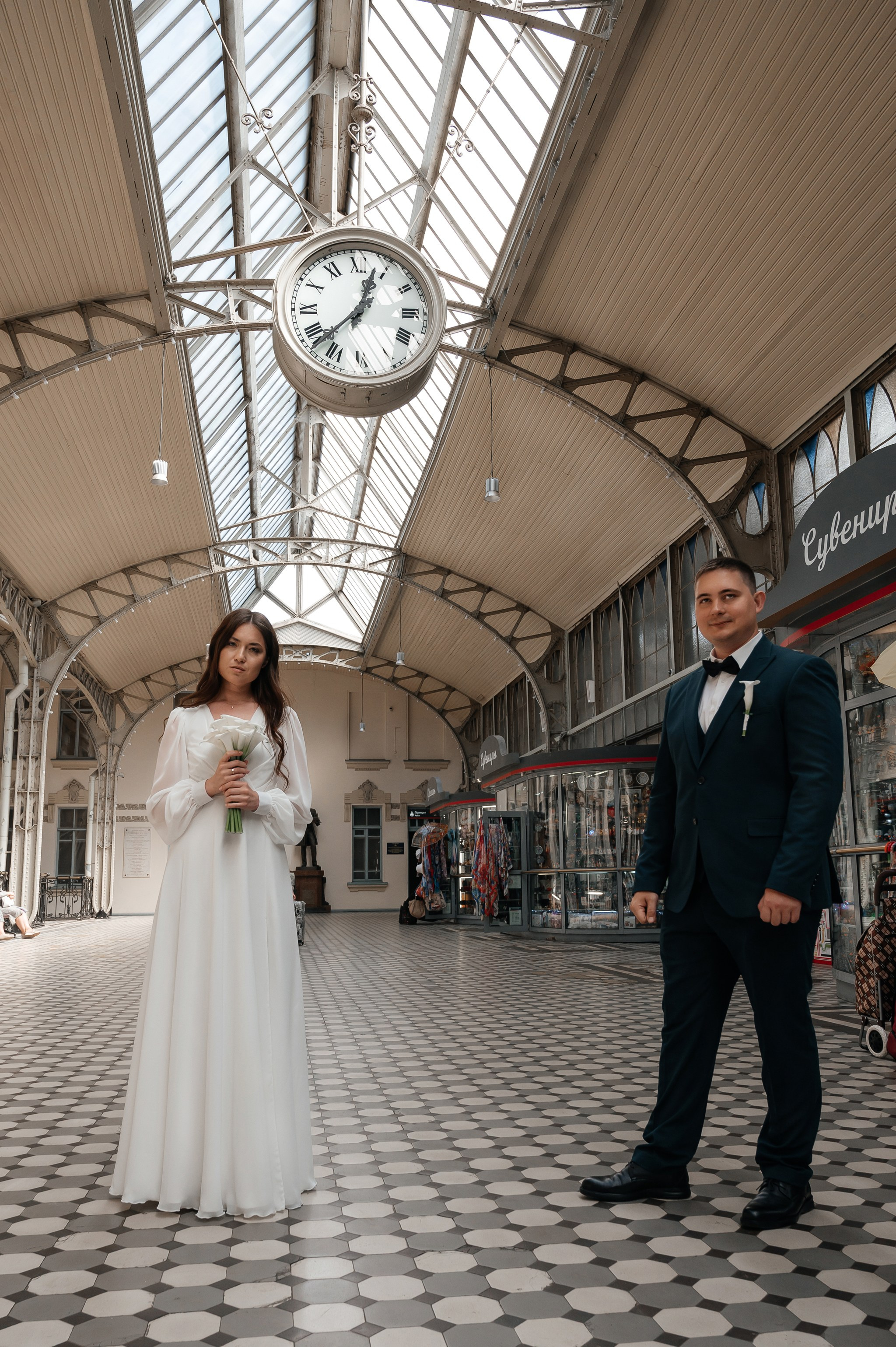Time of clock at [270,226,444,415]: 12:38
